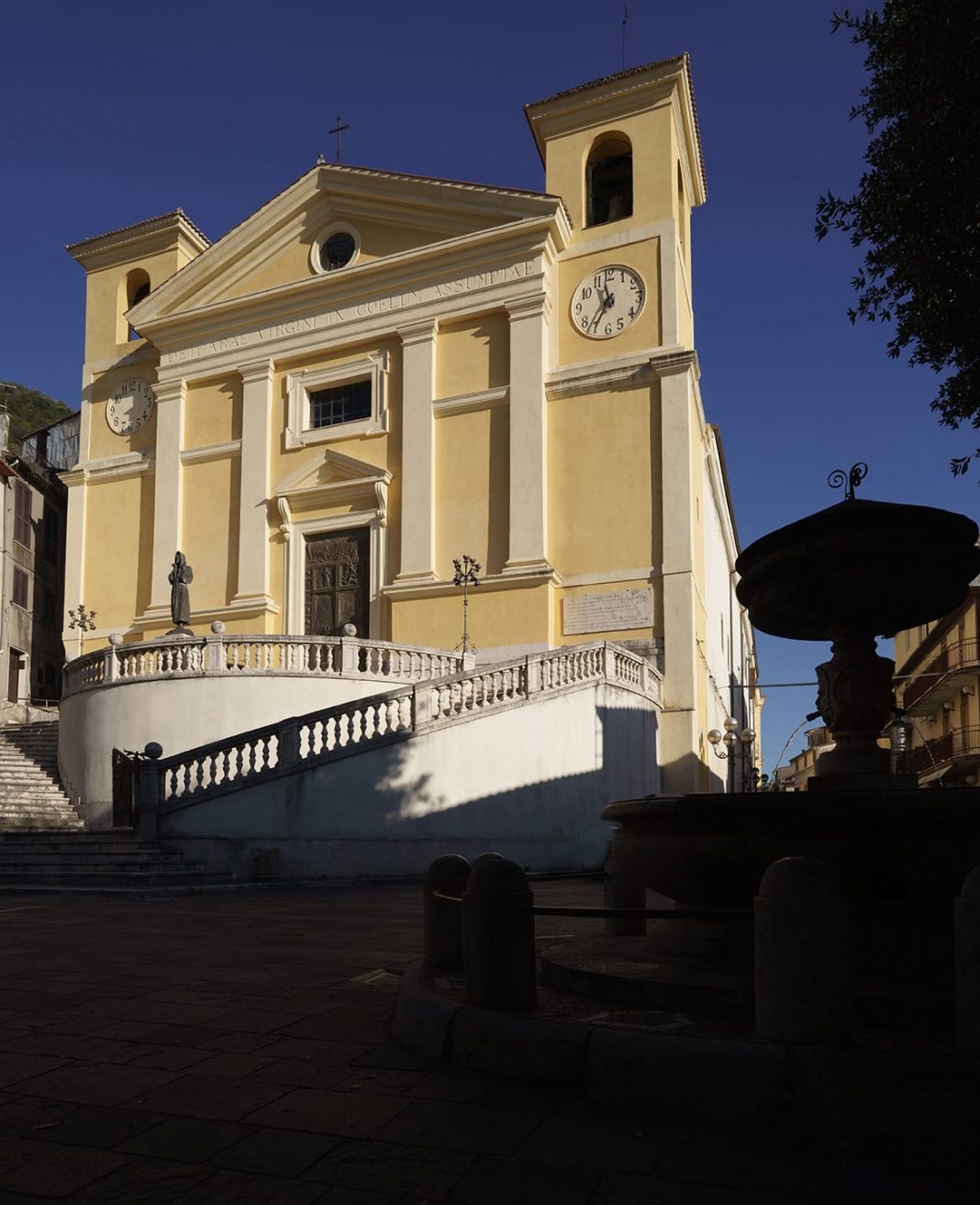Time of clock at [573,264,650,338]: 11:35
